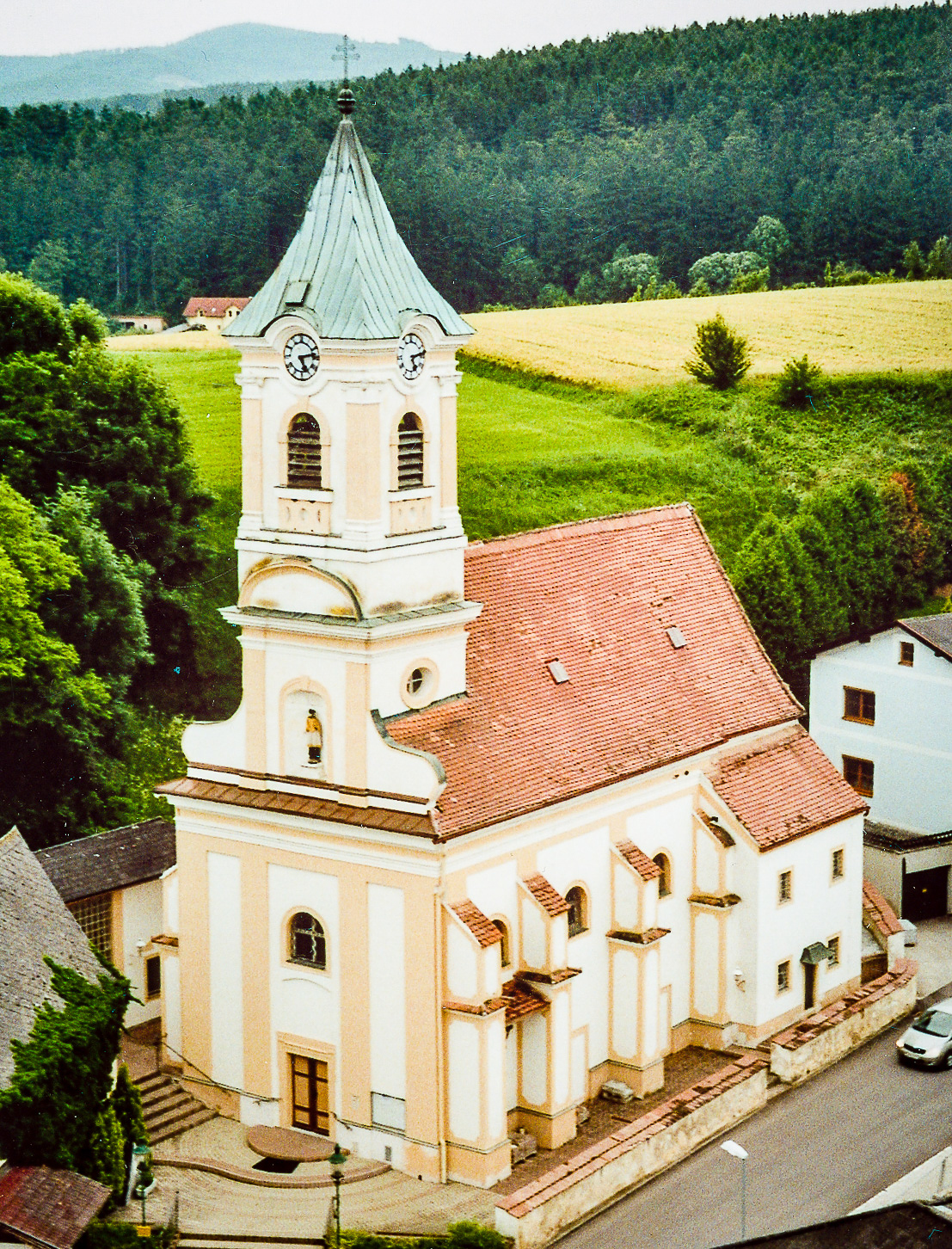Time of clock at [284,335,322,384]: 5:13
